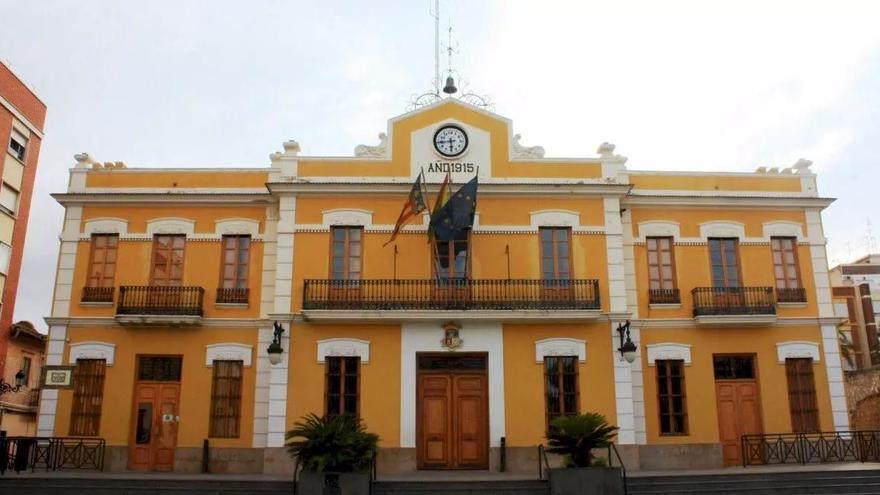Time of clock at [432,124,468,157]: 5:44
